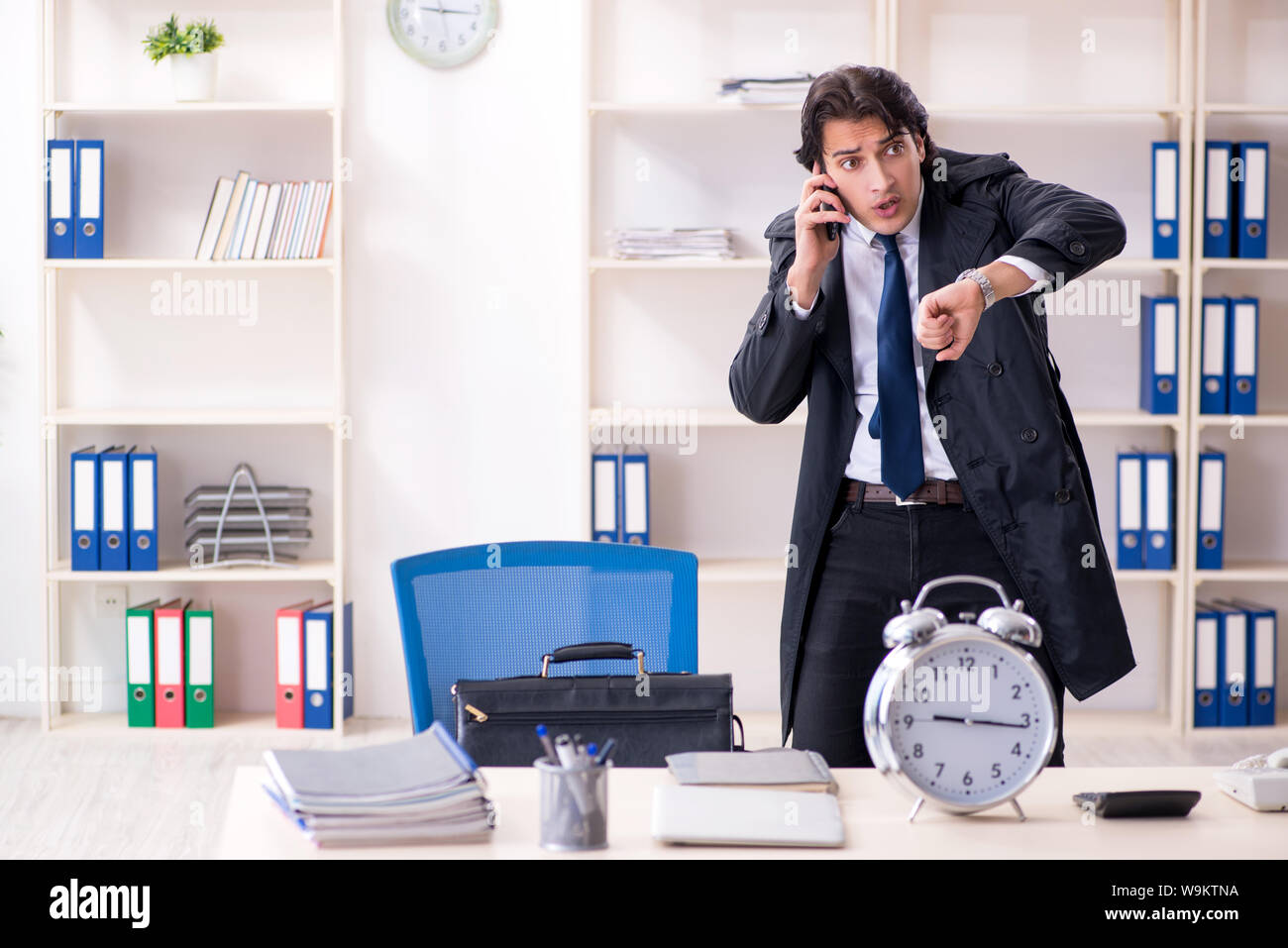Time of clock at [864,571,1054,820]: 9:16
